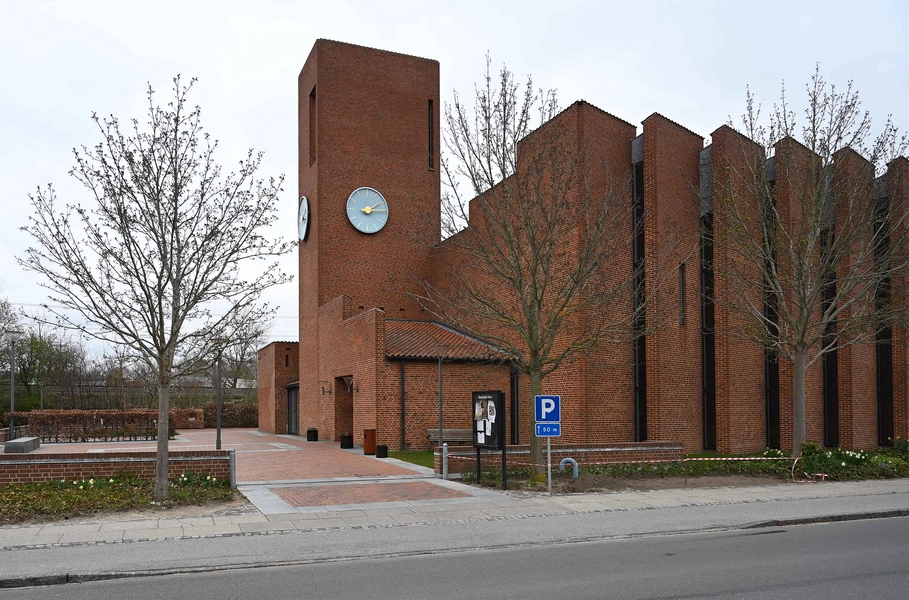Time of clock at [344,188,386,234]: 2:14
